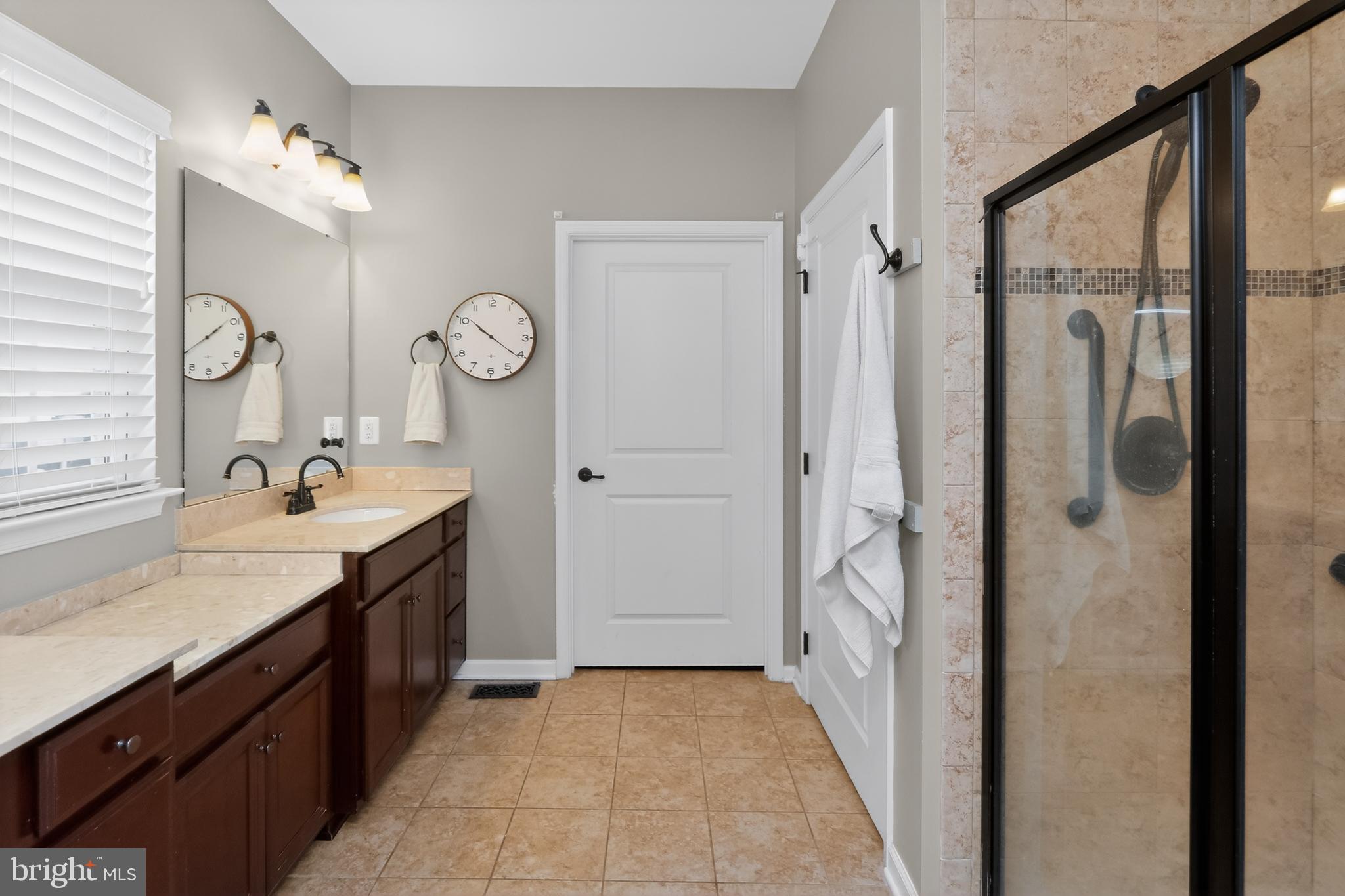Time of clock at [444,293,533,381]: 10:20
